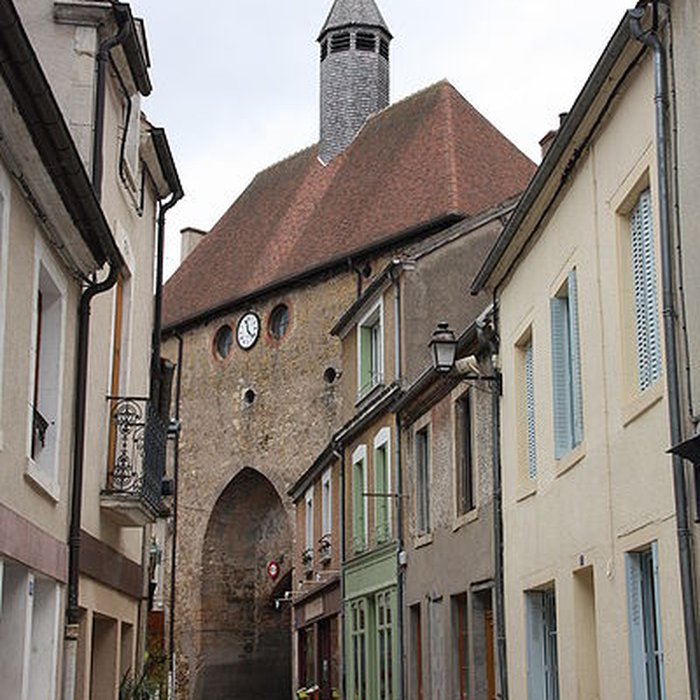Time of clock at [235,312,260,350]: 11:21
